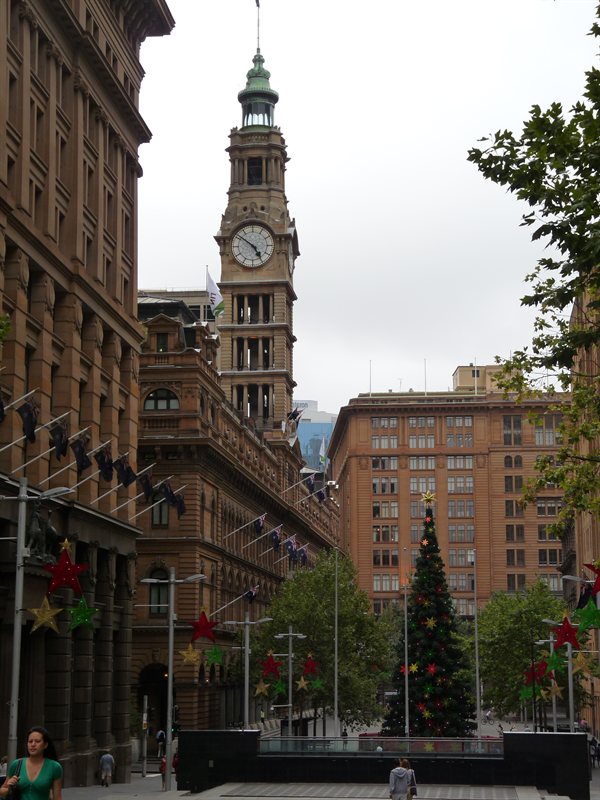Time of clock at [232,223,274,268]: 4:51
